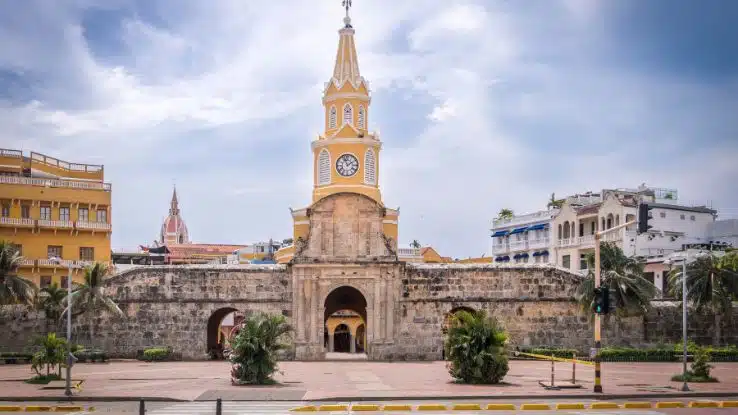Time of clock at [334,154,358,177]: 1:56
